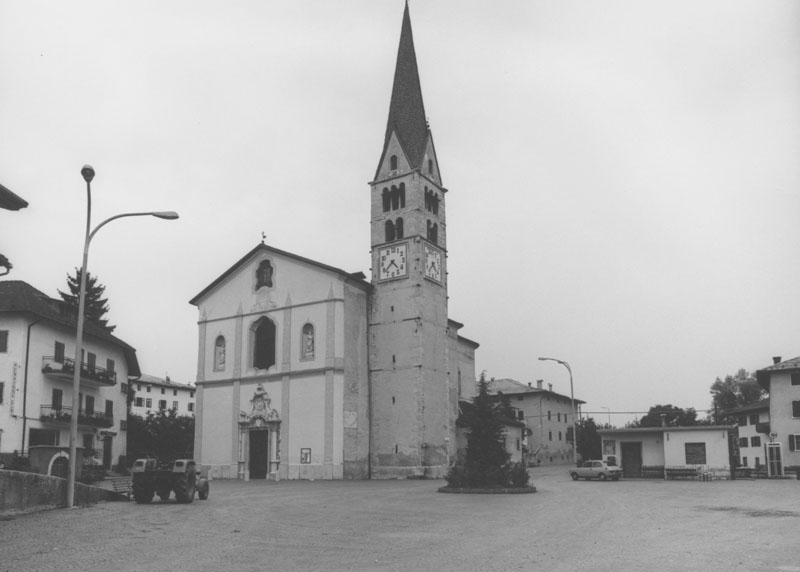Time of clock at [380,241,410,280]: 4:37
